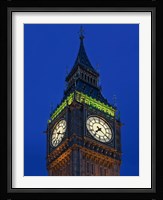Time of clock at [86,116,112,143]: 7:20
